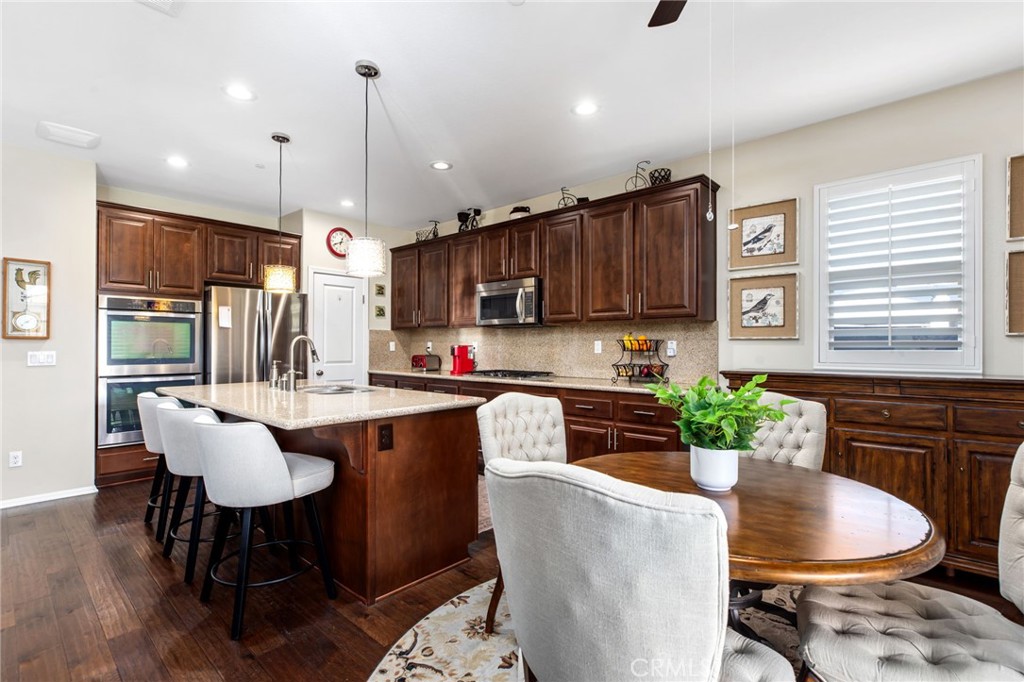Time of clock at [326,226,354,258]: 12:41
